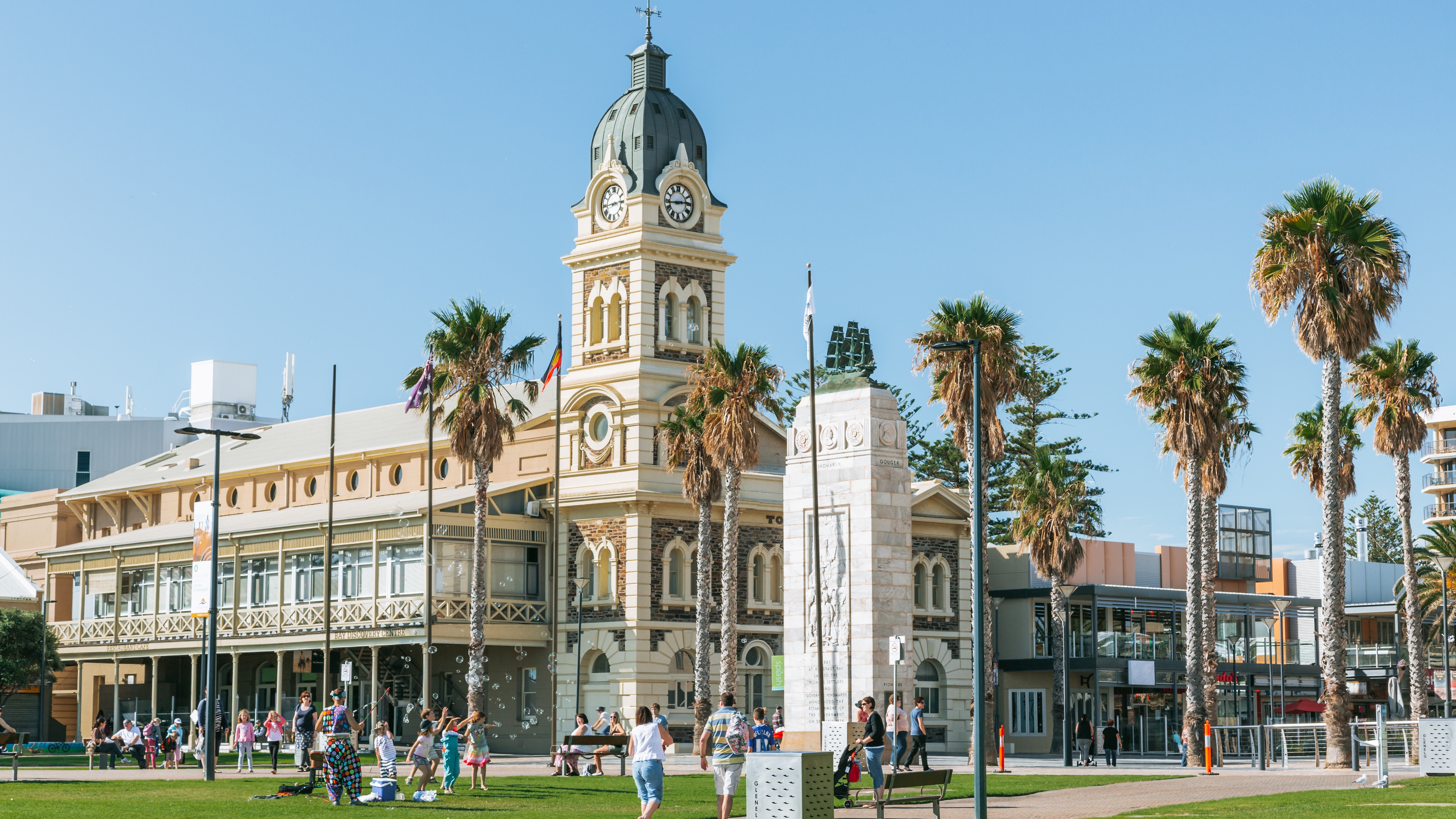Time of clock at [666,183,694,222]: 2:44
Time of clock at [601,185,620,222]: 2:44
